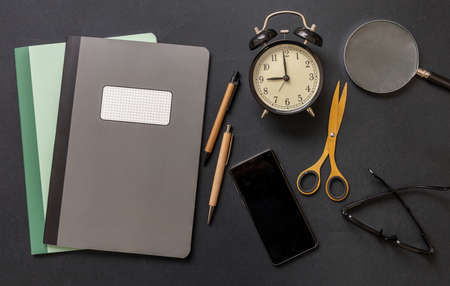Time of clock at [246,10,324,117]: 8:59
